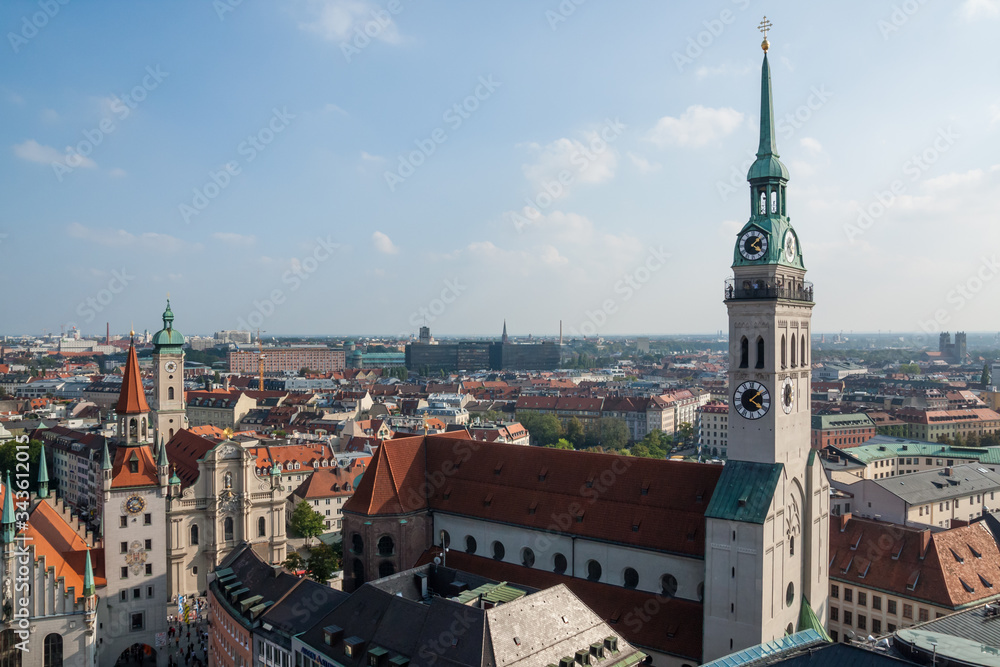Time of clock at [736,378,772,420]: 4:07
